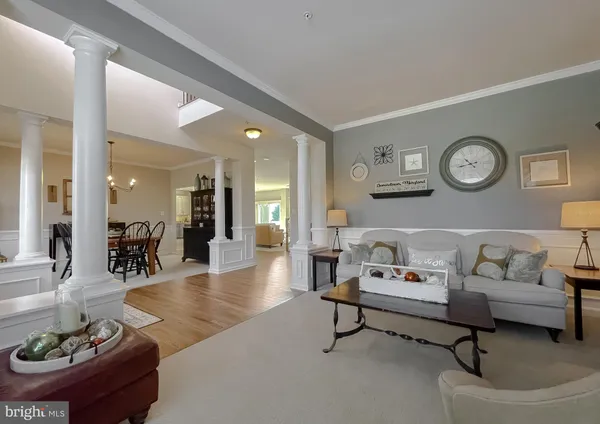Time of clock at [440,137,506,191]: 10:43
